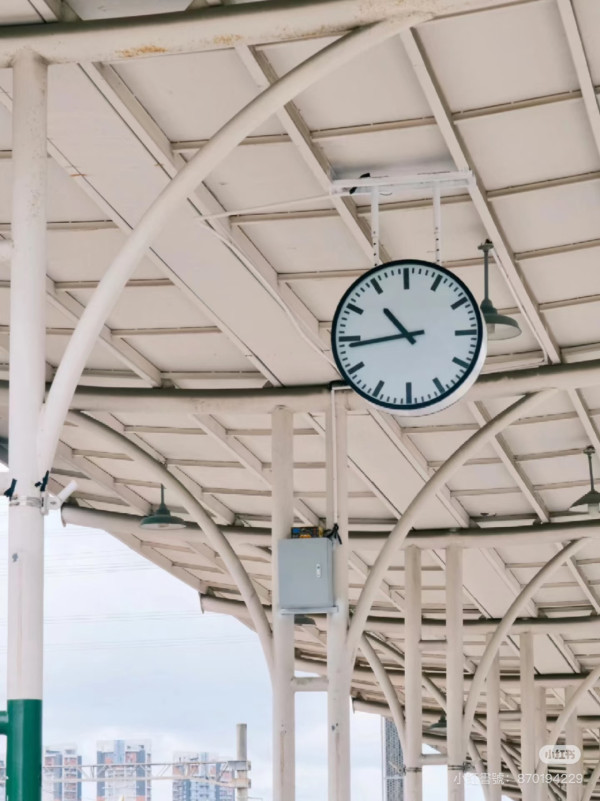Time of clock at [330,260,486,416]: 10:43
